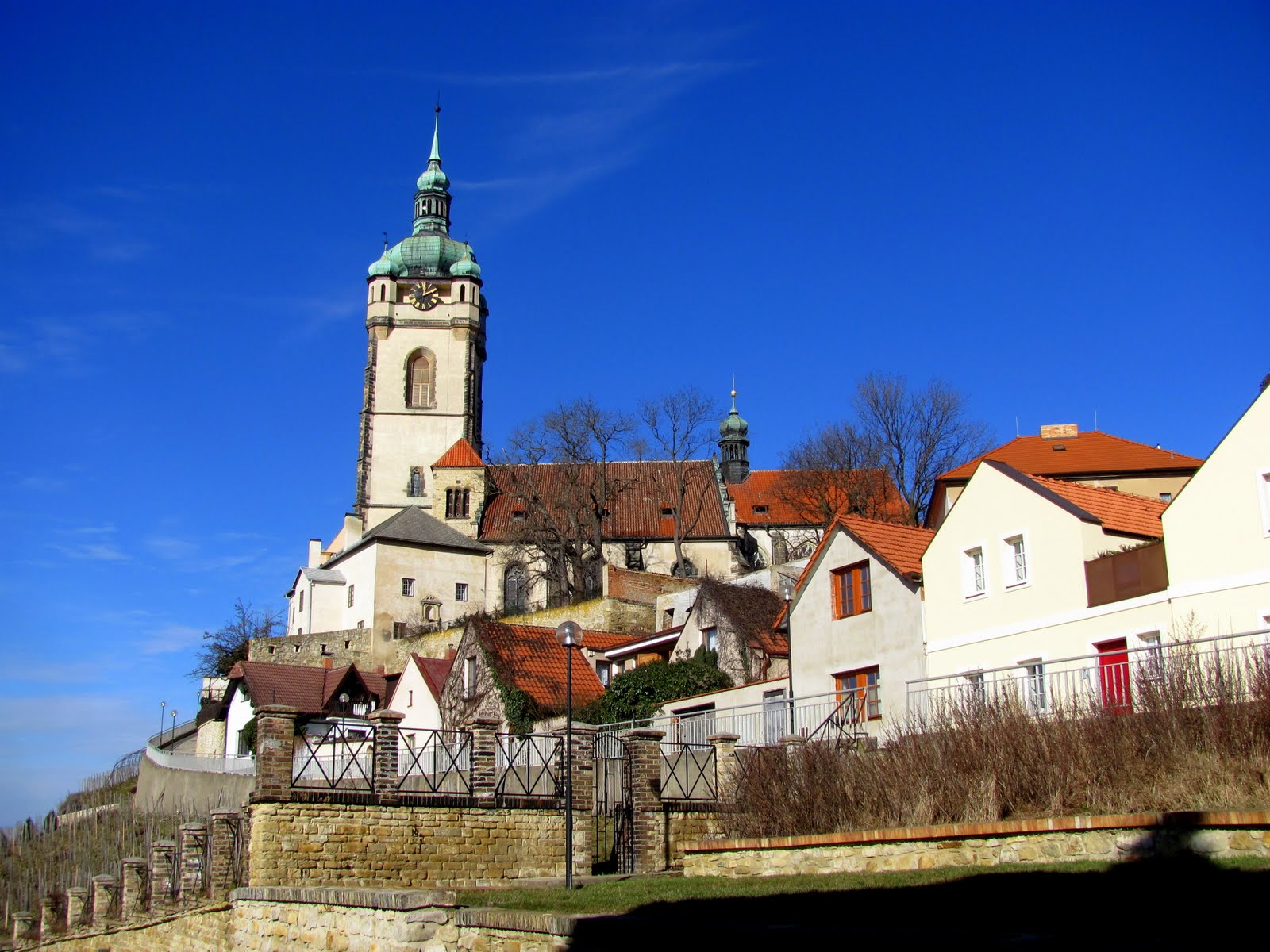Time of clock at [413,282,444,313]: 12:09
